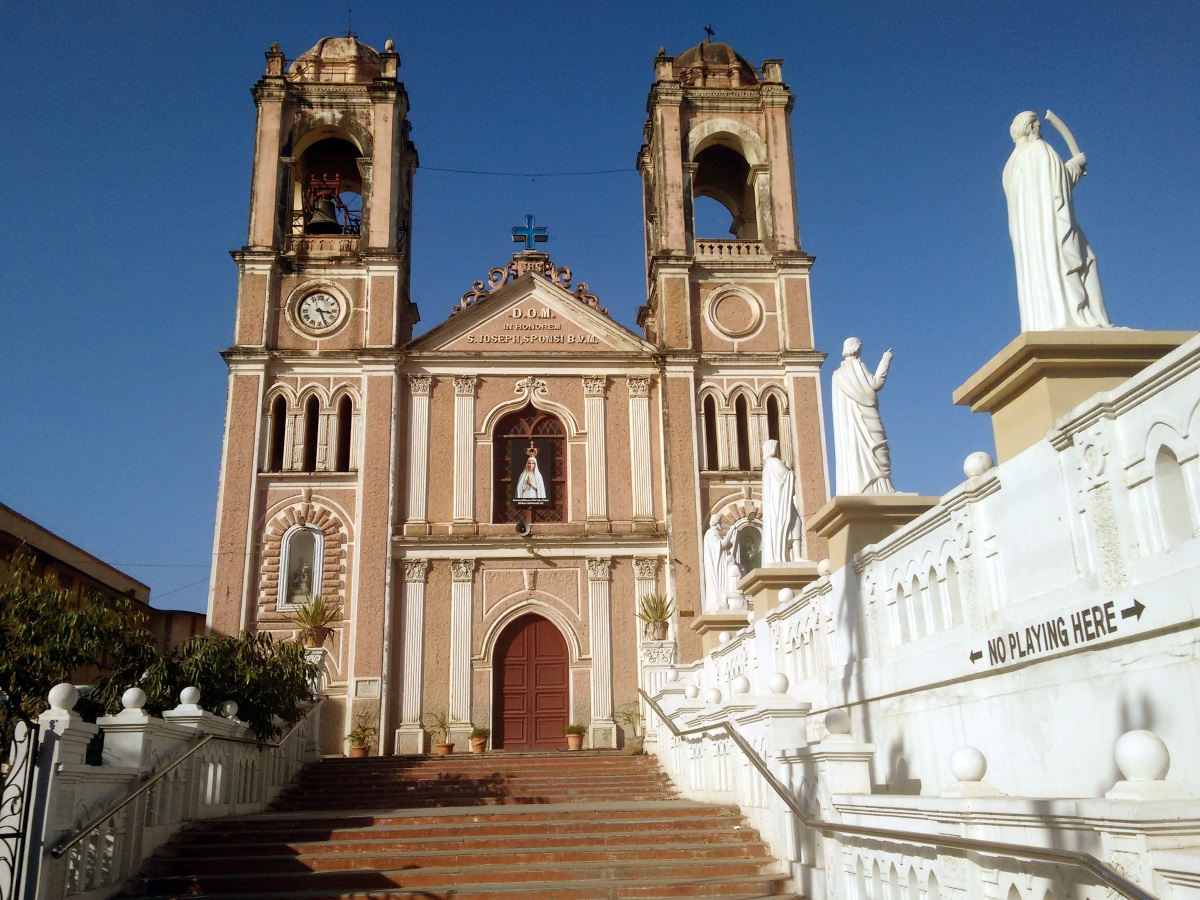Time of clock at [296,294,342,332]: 3:26
